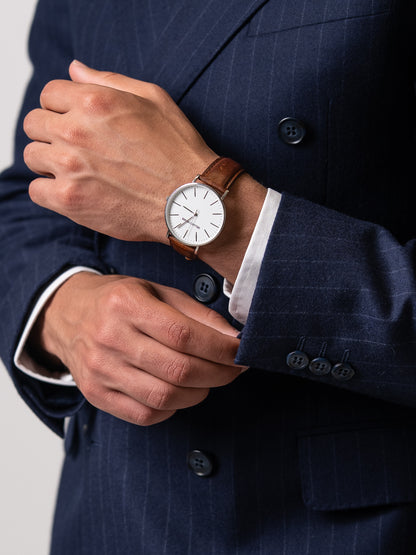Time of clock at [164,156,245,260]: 7:50
